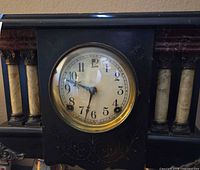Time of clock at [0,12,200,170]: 9:33
